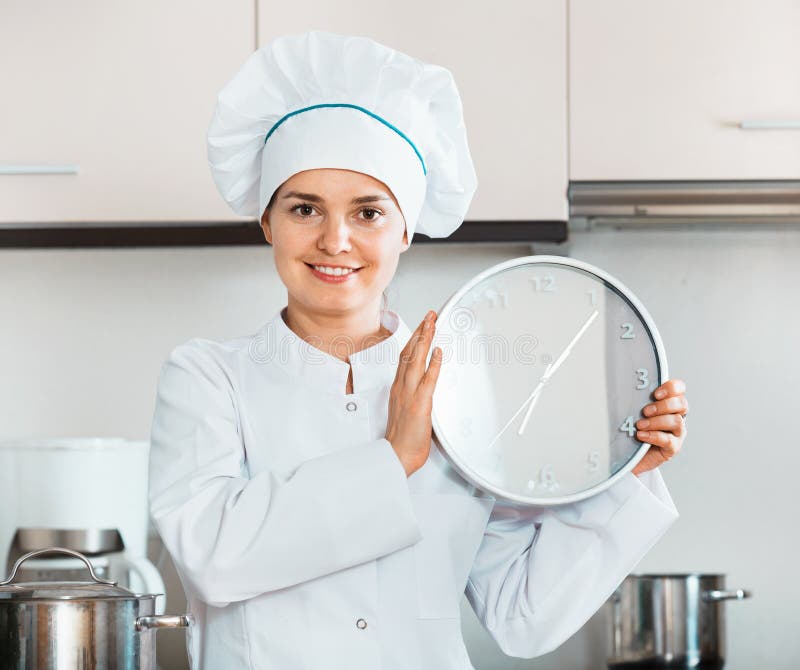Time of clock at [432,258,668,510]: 7:06
